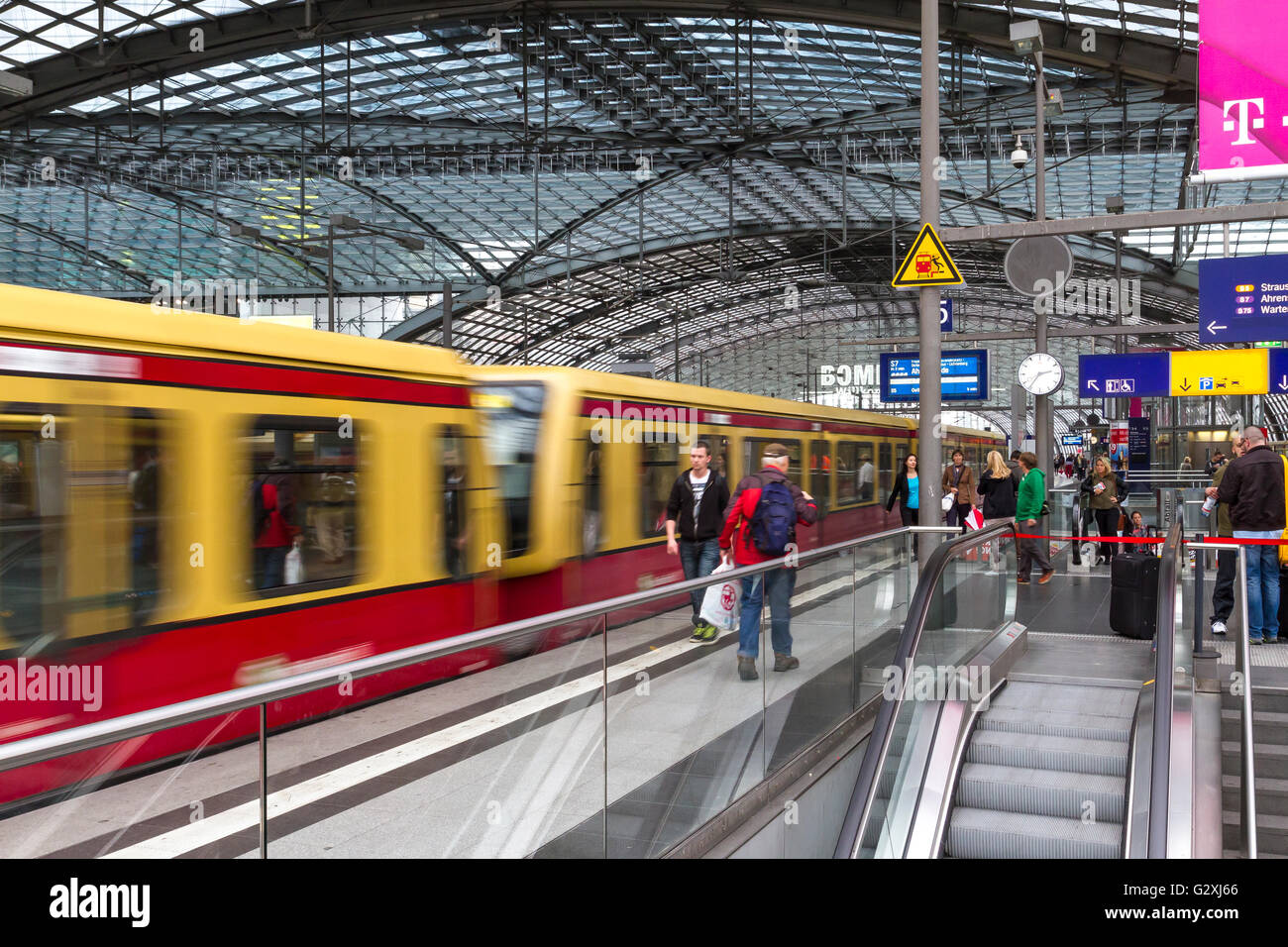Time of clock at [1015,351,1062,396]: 2:35
